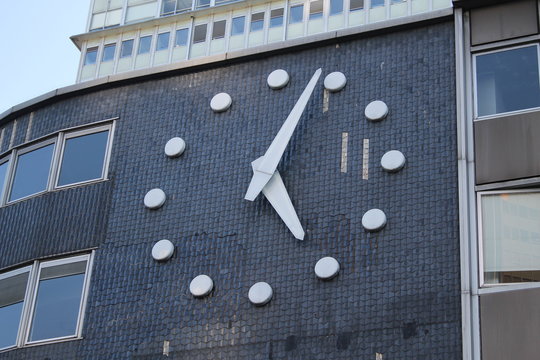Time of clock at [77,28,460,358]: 5:03
